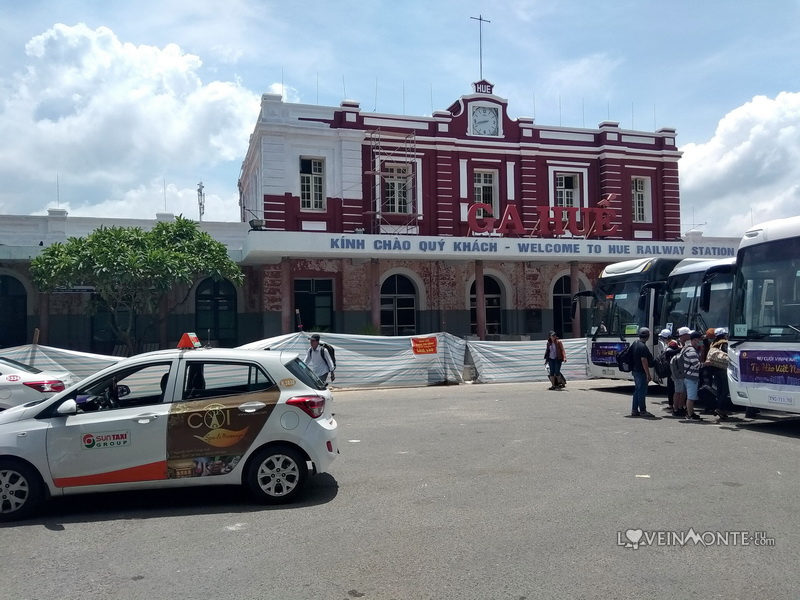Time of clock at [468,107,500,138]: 8:42
